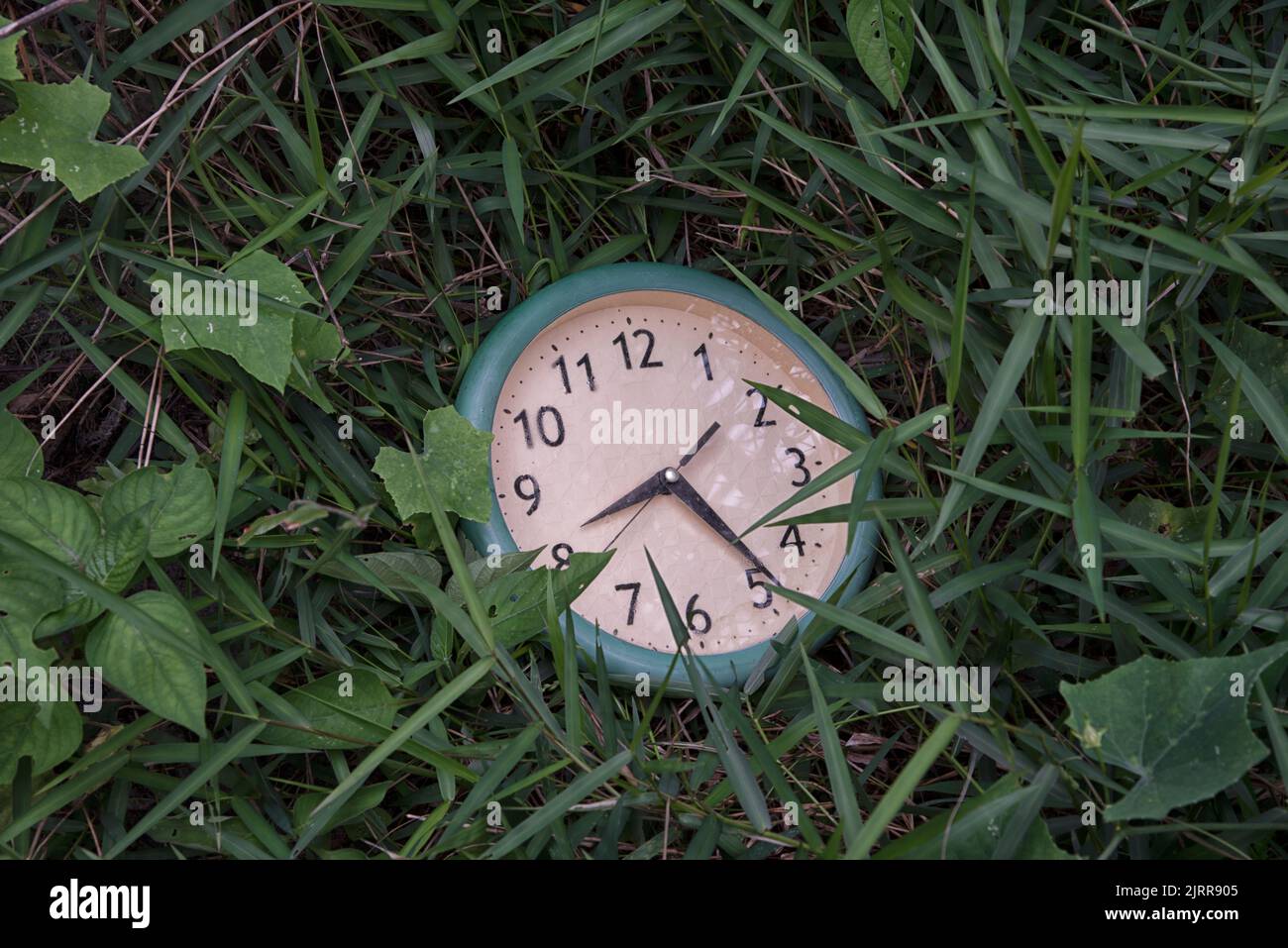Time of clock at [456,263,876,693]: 8:23
